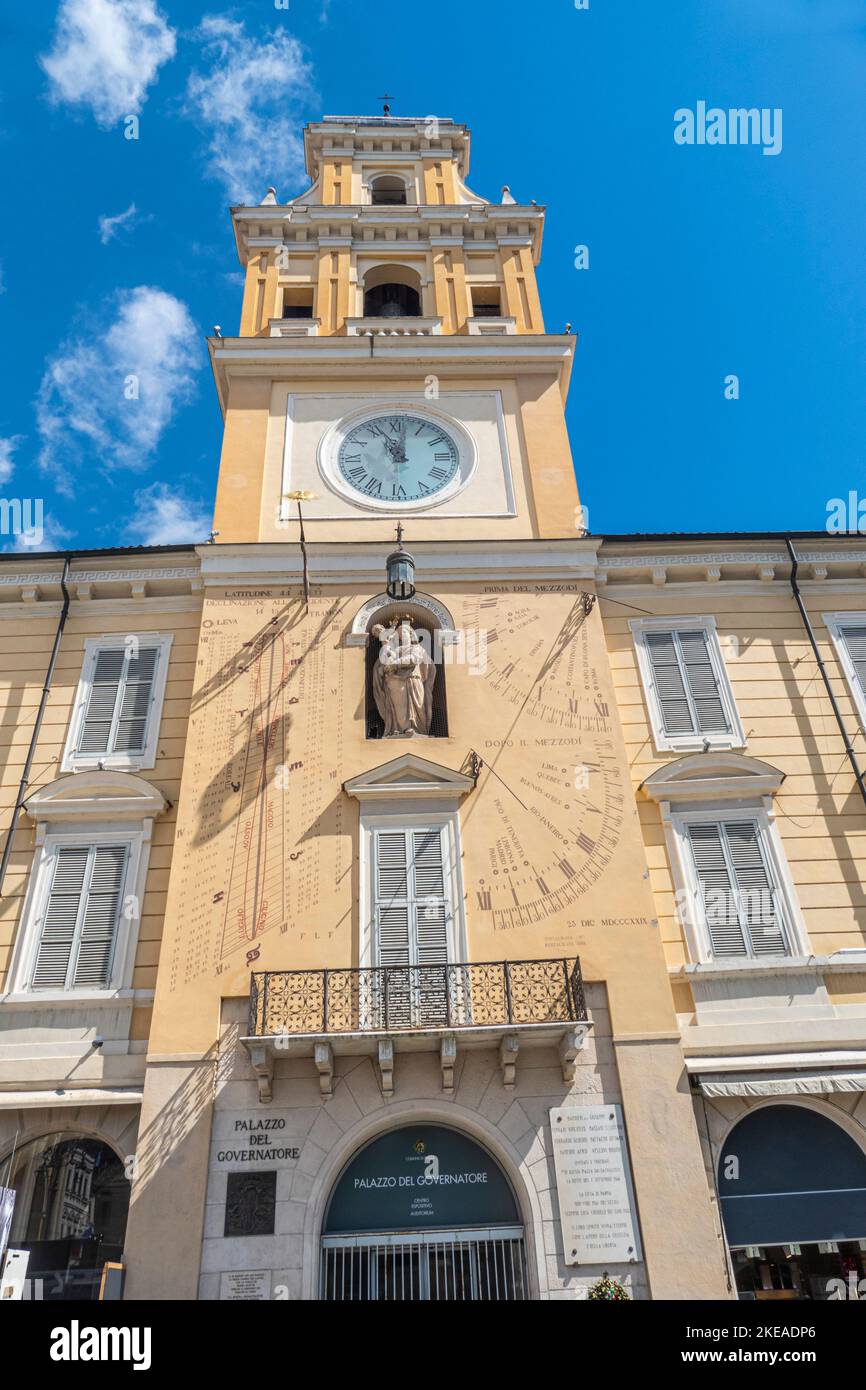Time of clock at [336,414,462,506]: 11:01
